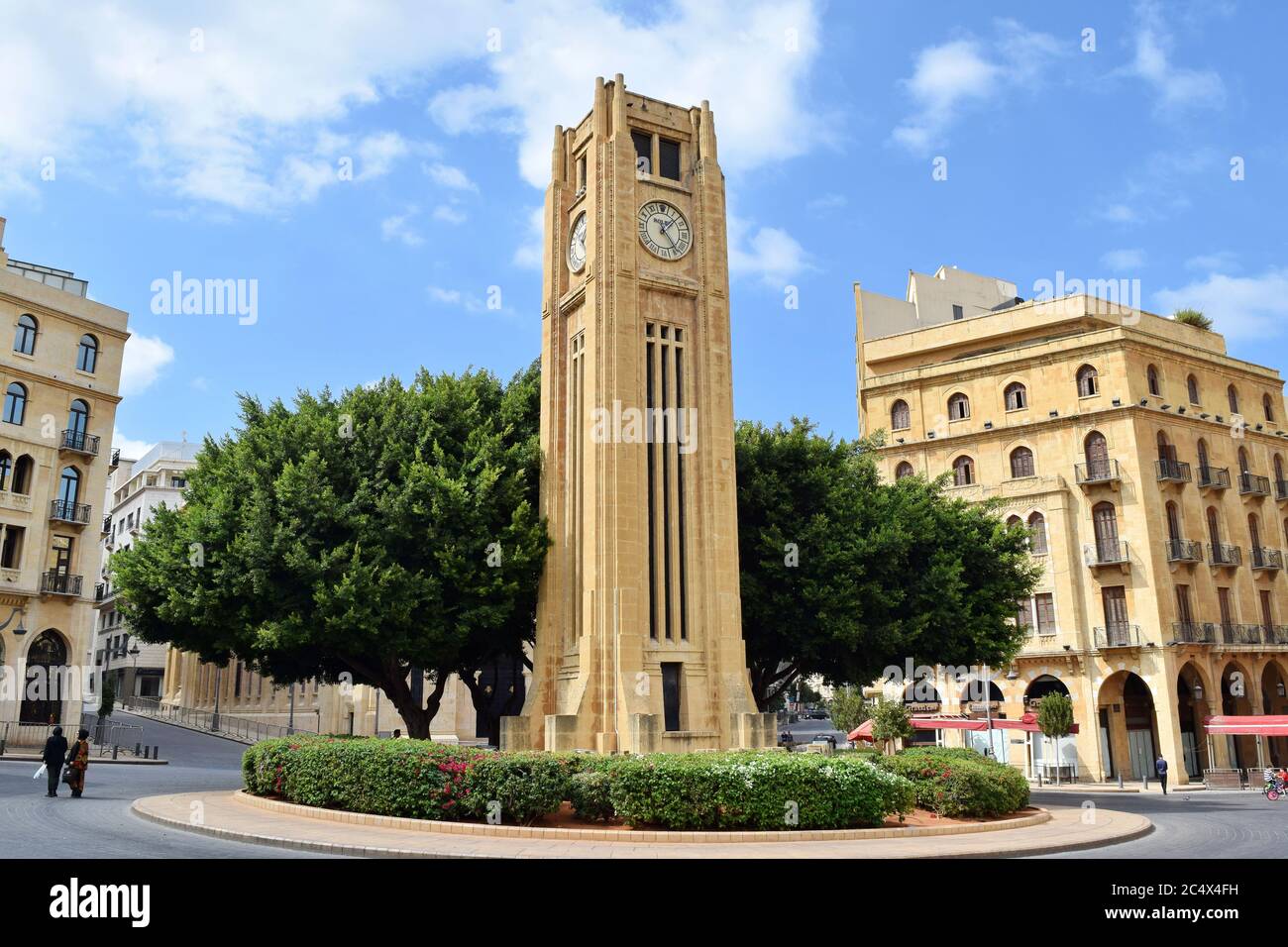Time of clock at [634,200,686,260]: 1:24
